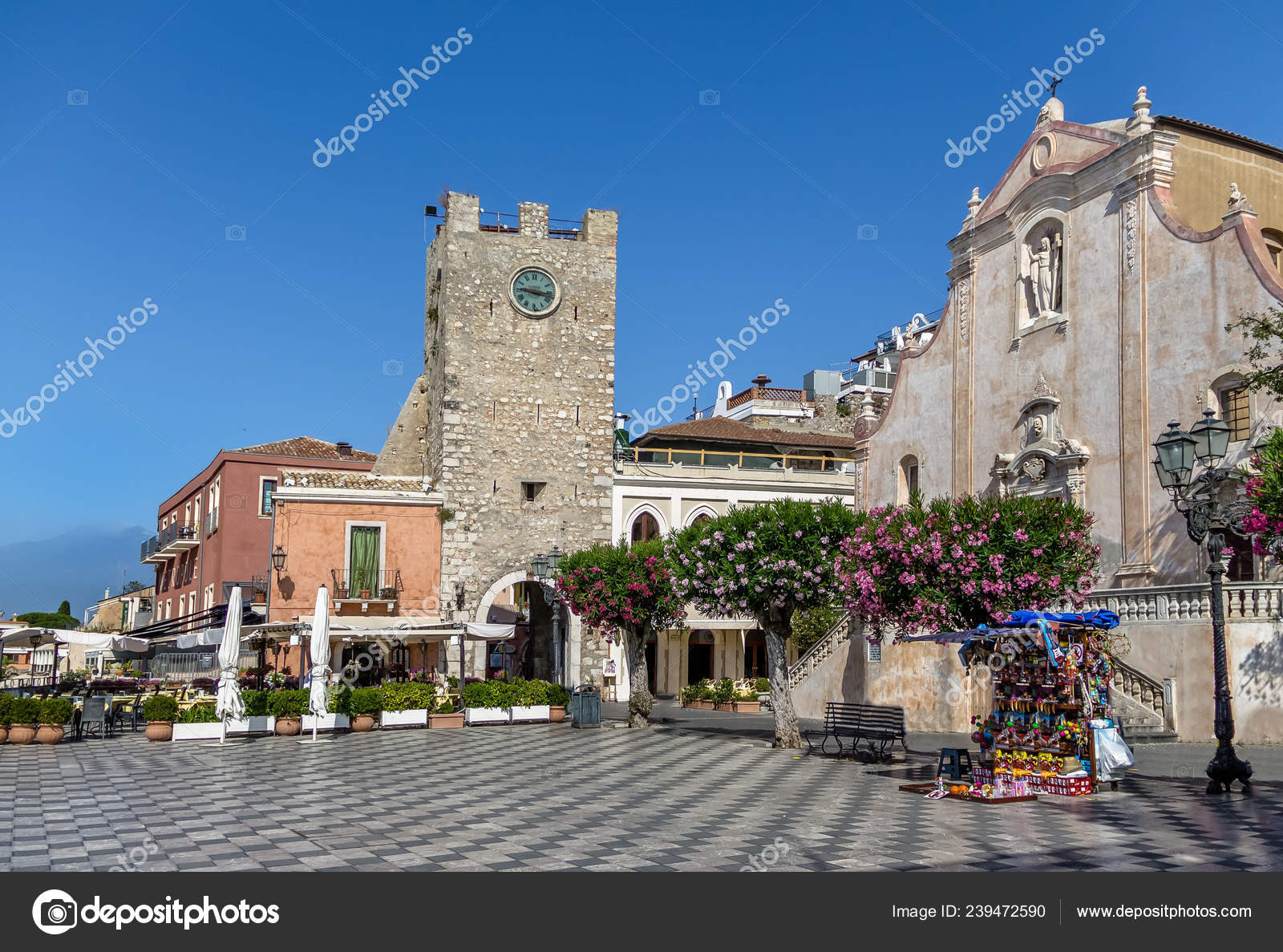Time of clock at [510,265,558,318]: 9:16
